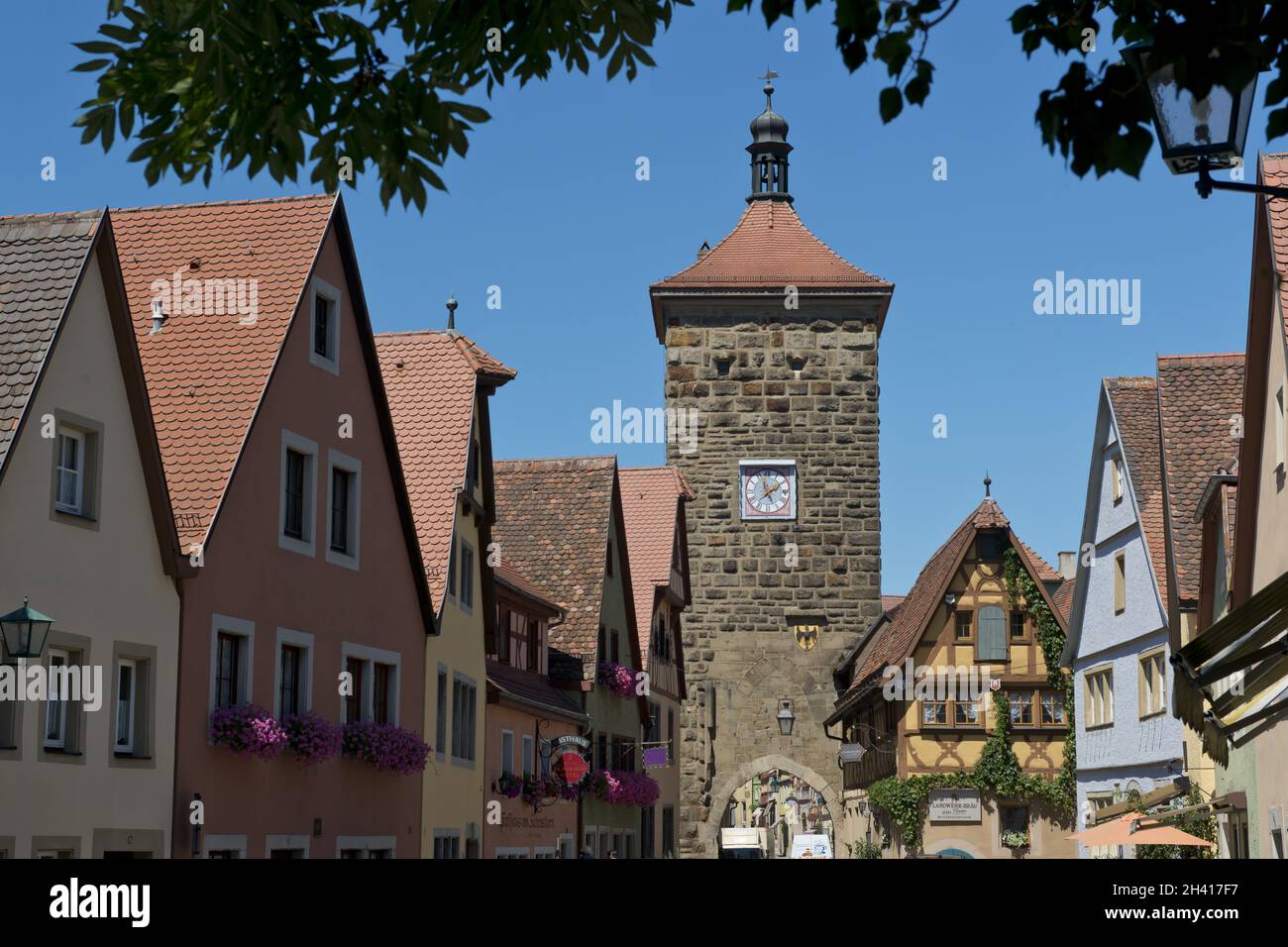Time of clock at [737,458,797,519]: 1:57
